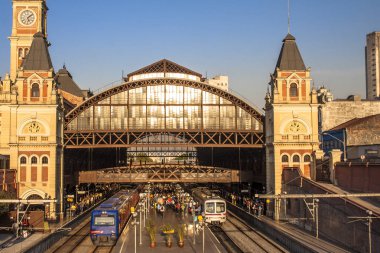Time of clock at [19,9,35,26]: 5:08
